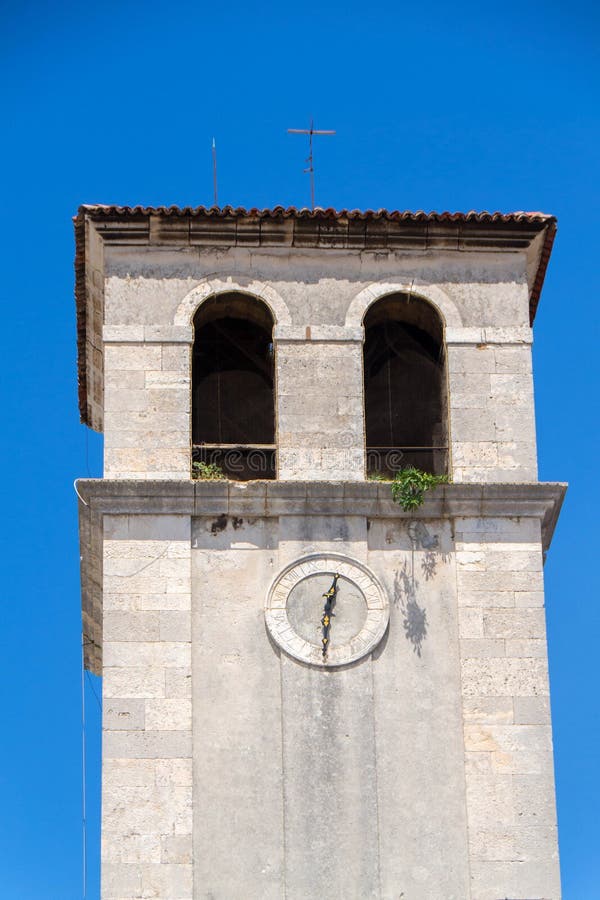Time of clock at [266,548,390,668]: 12:30
